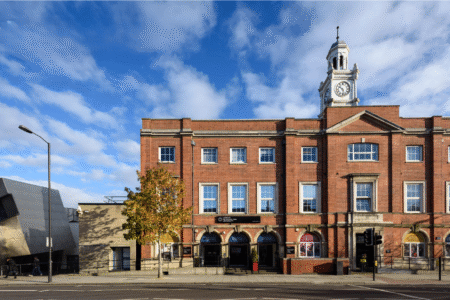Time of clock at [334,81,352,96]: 10:28
